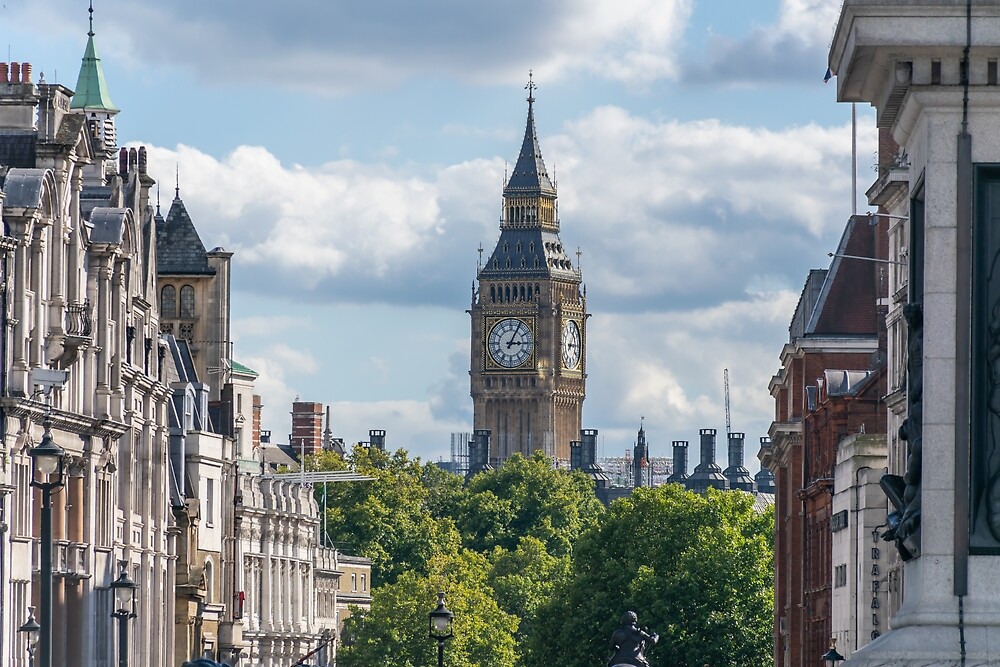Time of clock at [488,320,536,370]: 3:04
